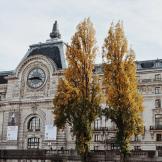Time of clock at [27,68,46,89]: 3:43
